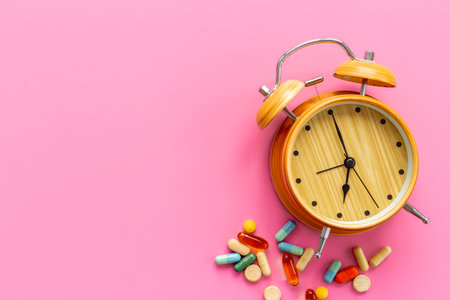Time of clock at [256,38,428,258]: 7:00
